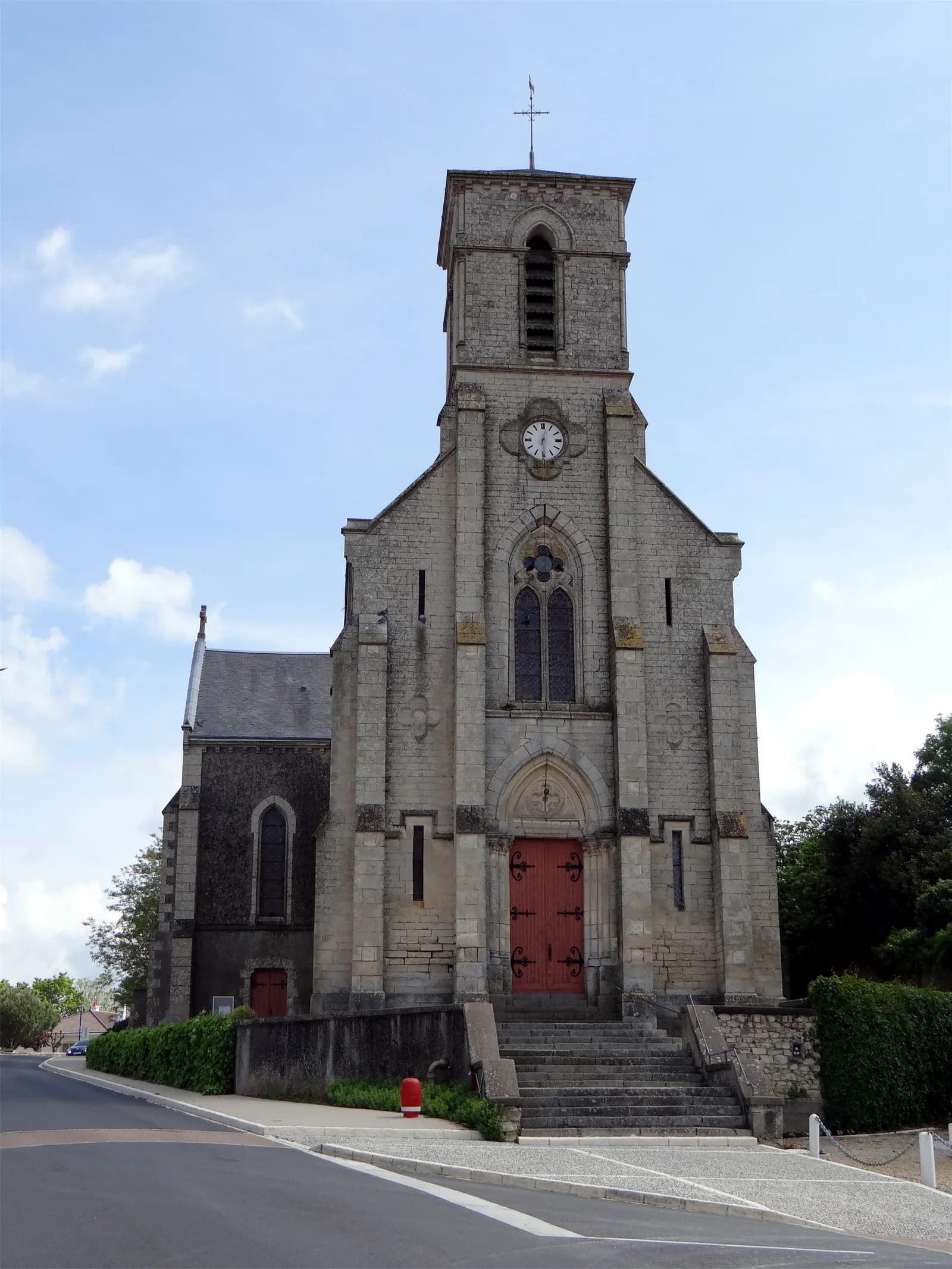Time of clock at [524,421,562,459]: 12:28
